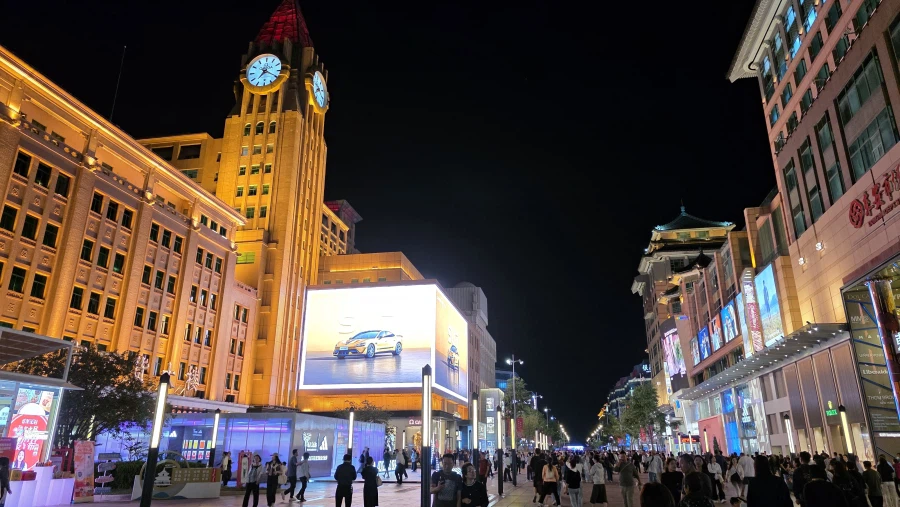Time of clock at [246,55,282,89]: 7:19
